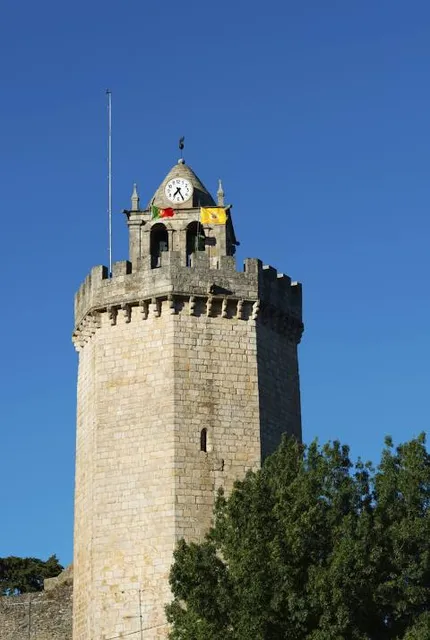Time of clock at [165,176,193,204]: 7:25
